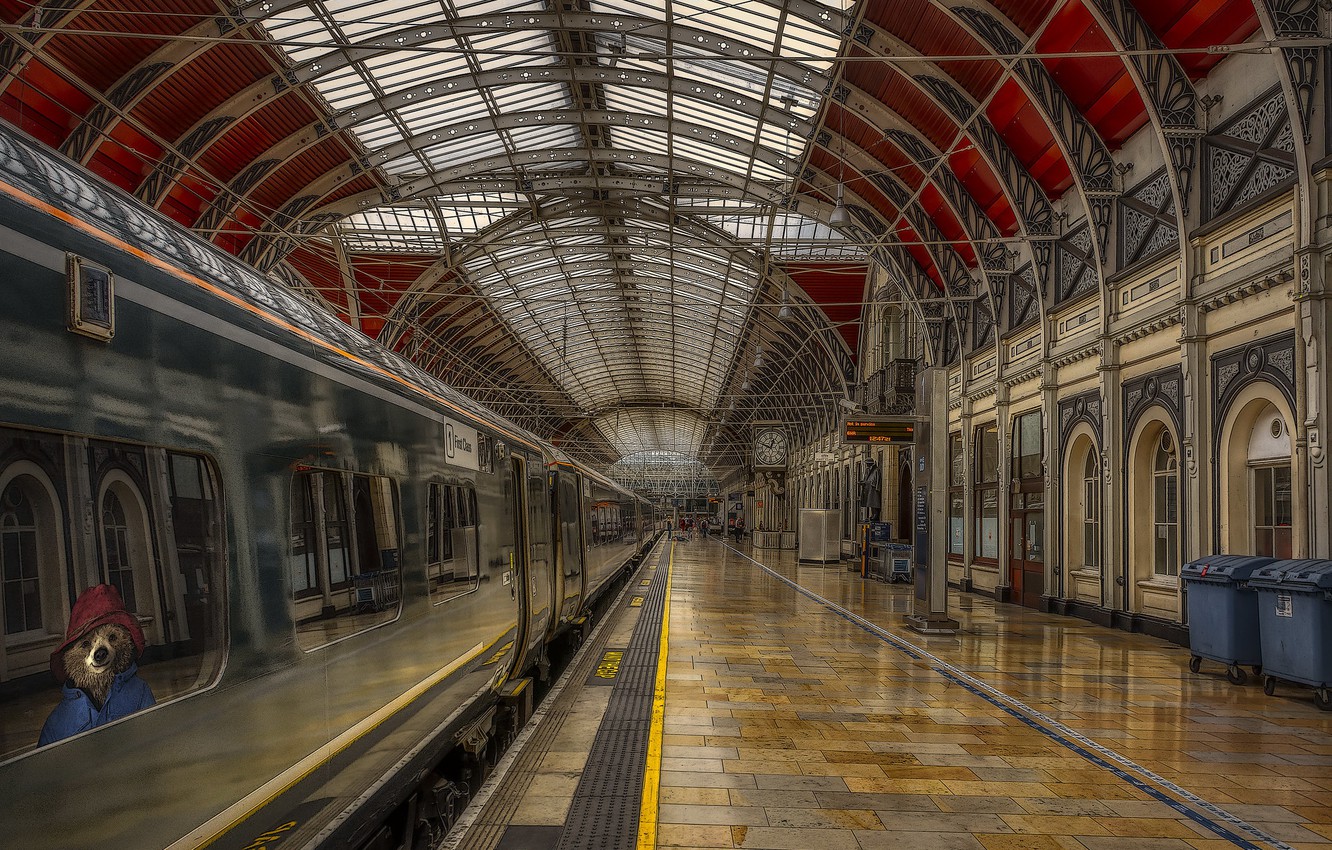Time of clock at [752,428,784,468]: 12:48
